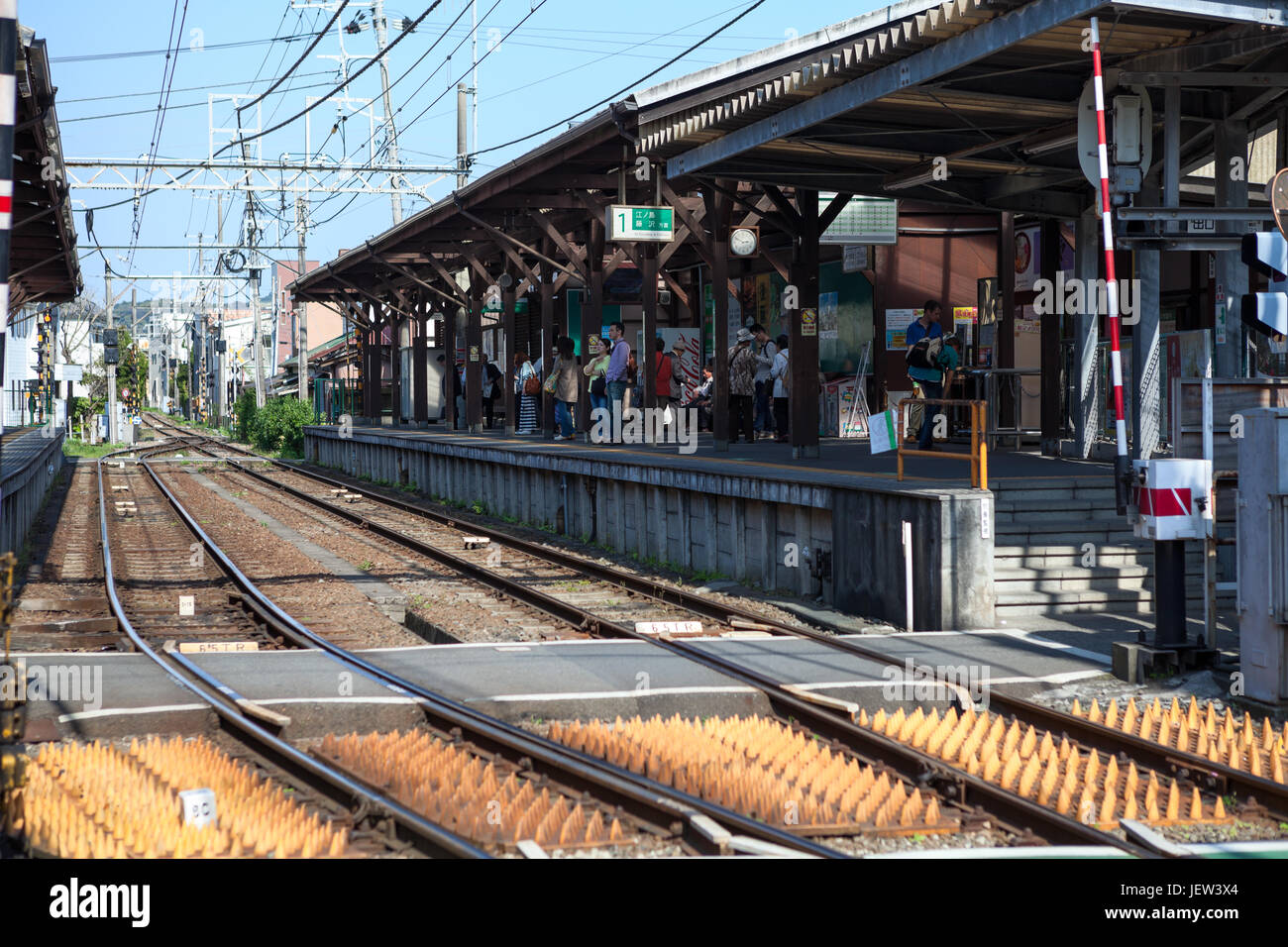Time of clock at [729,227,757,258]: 2:49
